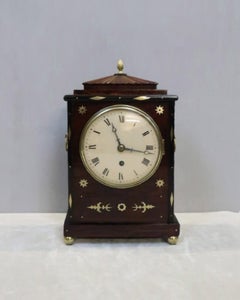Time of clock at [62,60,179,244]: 11:16
